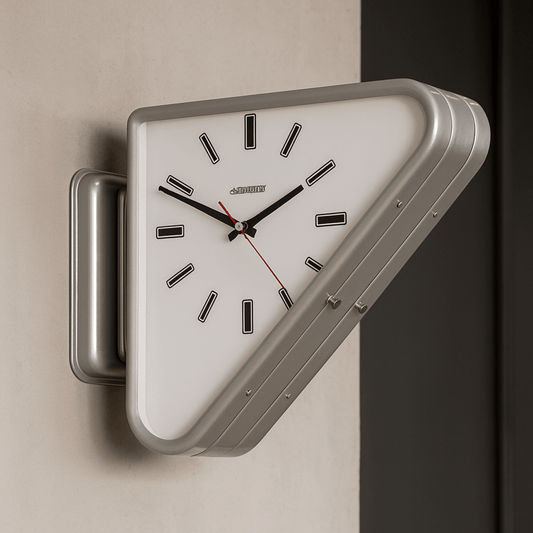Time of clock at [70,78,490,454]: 1:49
